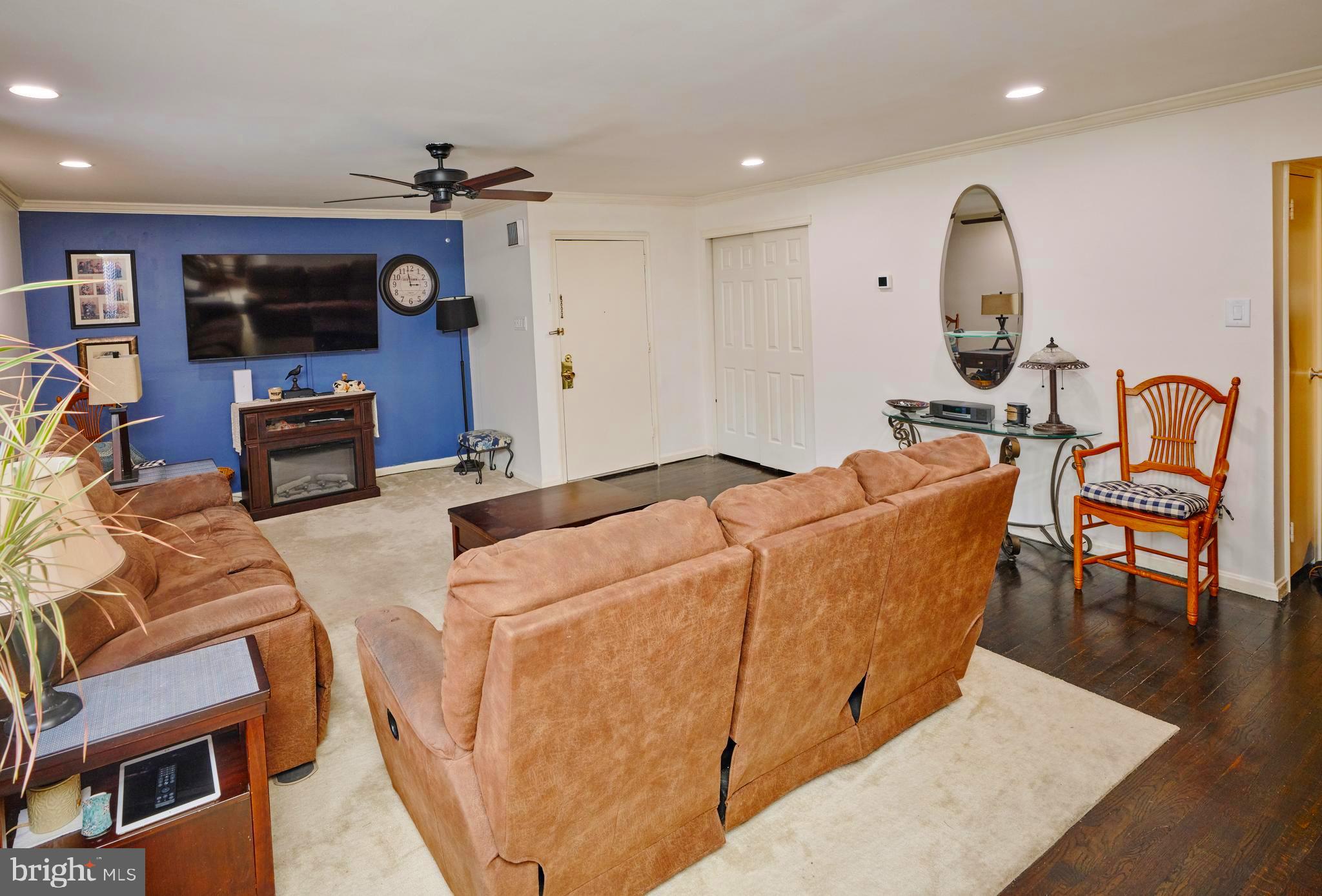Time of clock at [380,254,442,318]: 2:58
